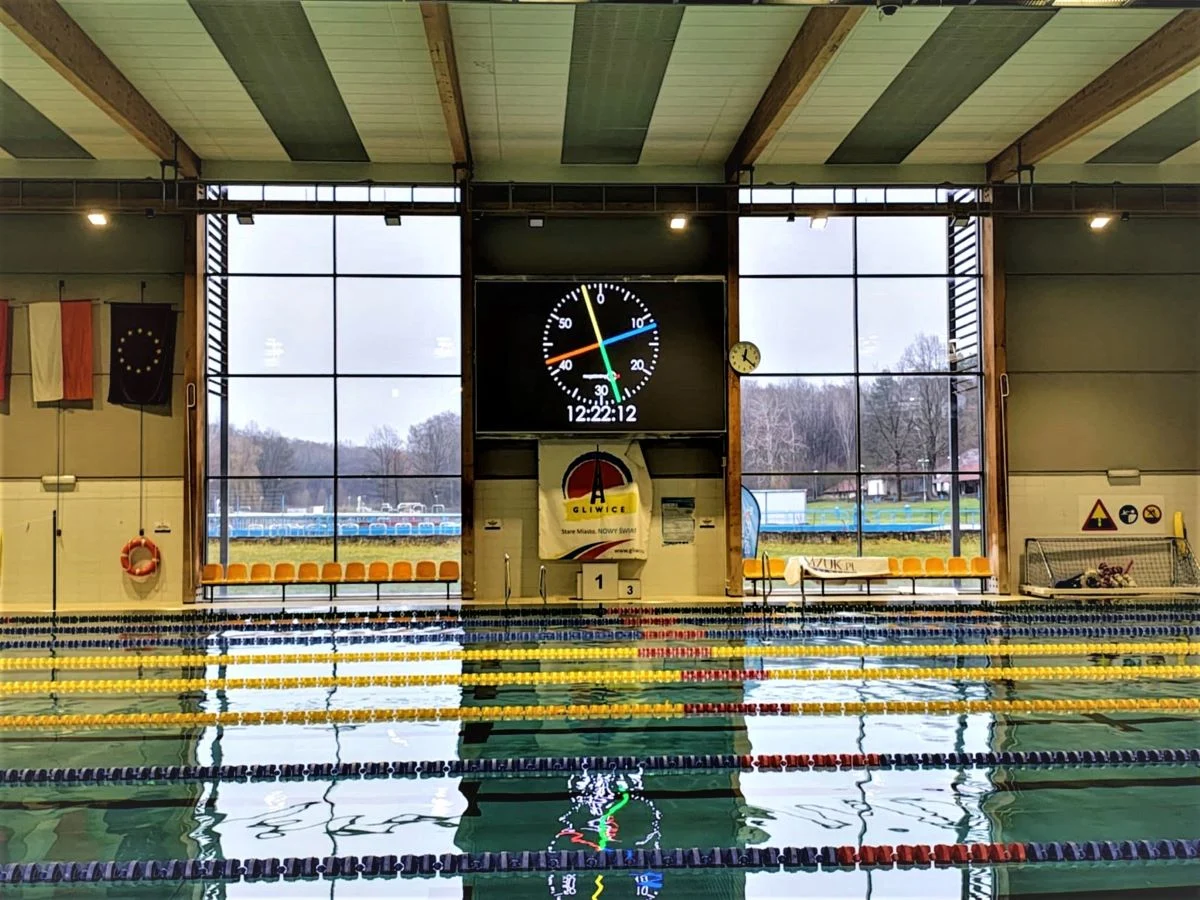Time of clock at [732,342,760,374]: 12:21
